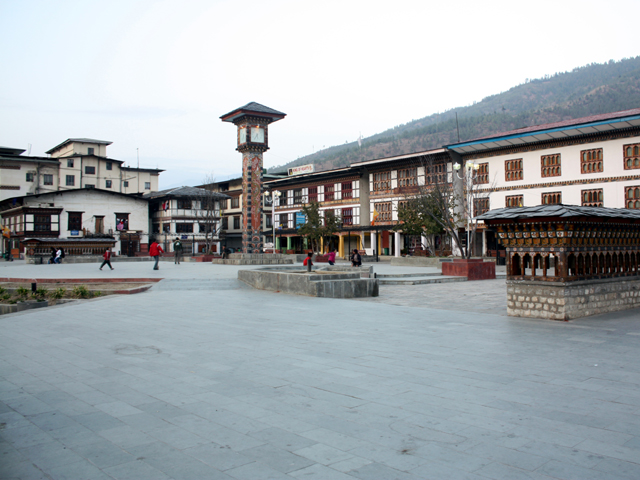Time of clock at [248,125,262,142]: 5:35
